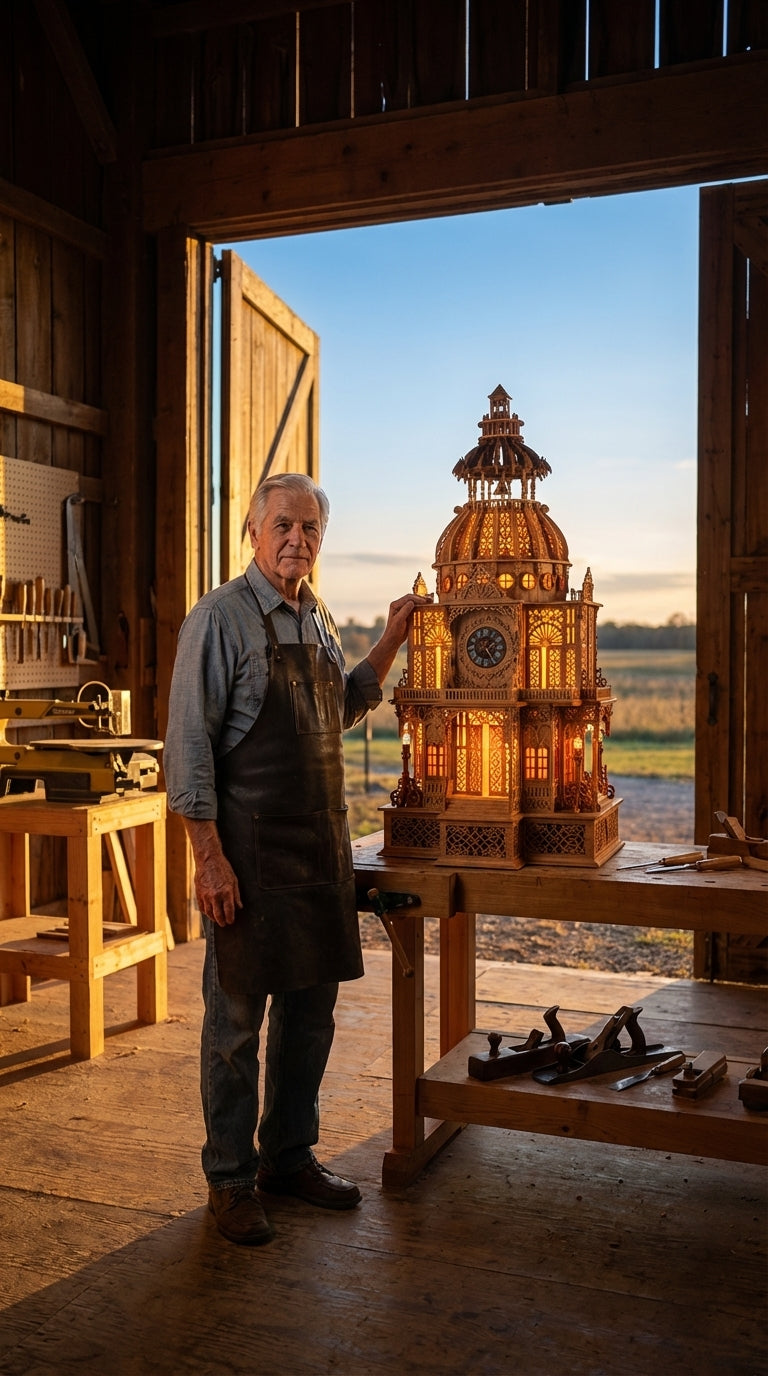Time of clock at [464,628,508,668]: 1:24
